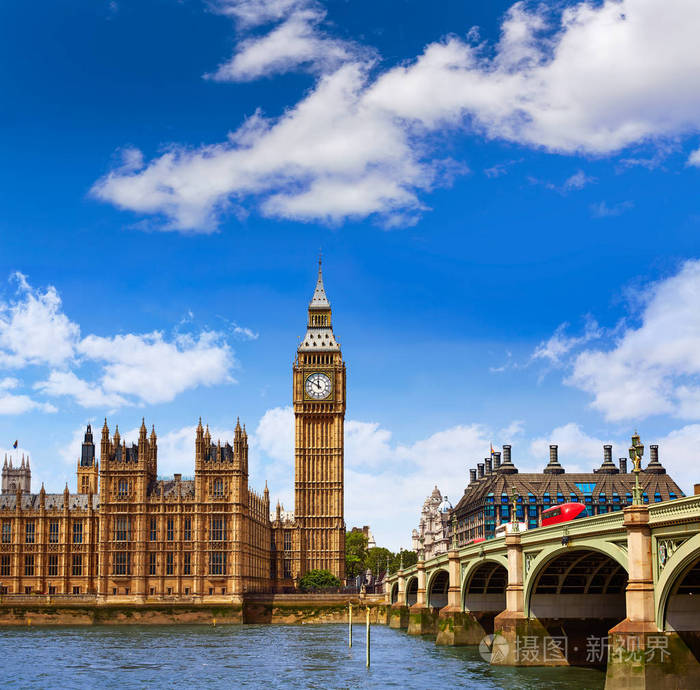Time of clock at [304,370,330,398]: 11:50
